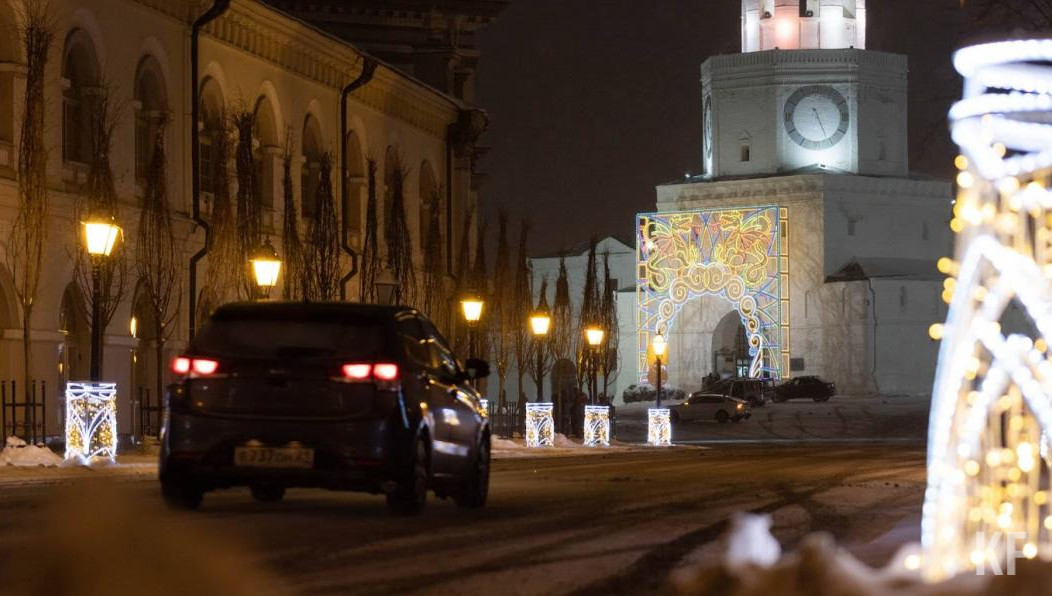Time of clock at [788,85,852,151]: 5:25
